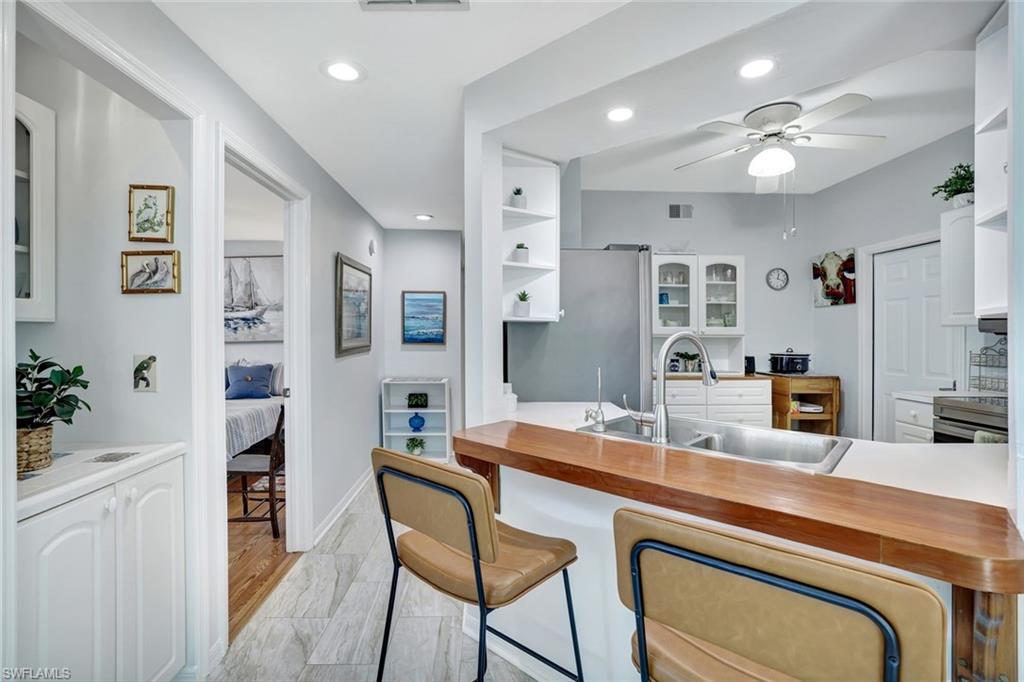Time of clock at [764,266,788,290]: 12:18
